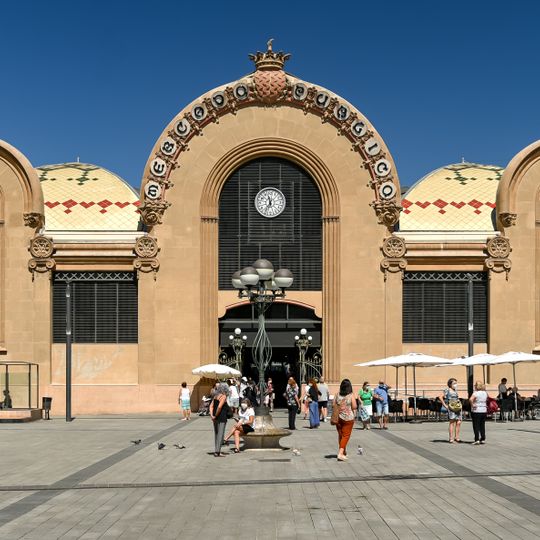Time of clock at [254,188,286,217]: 11:35
